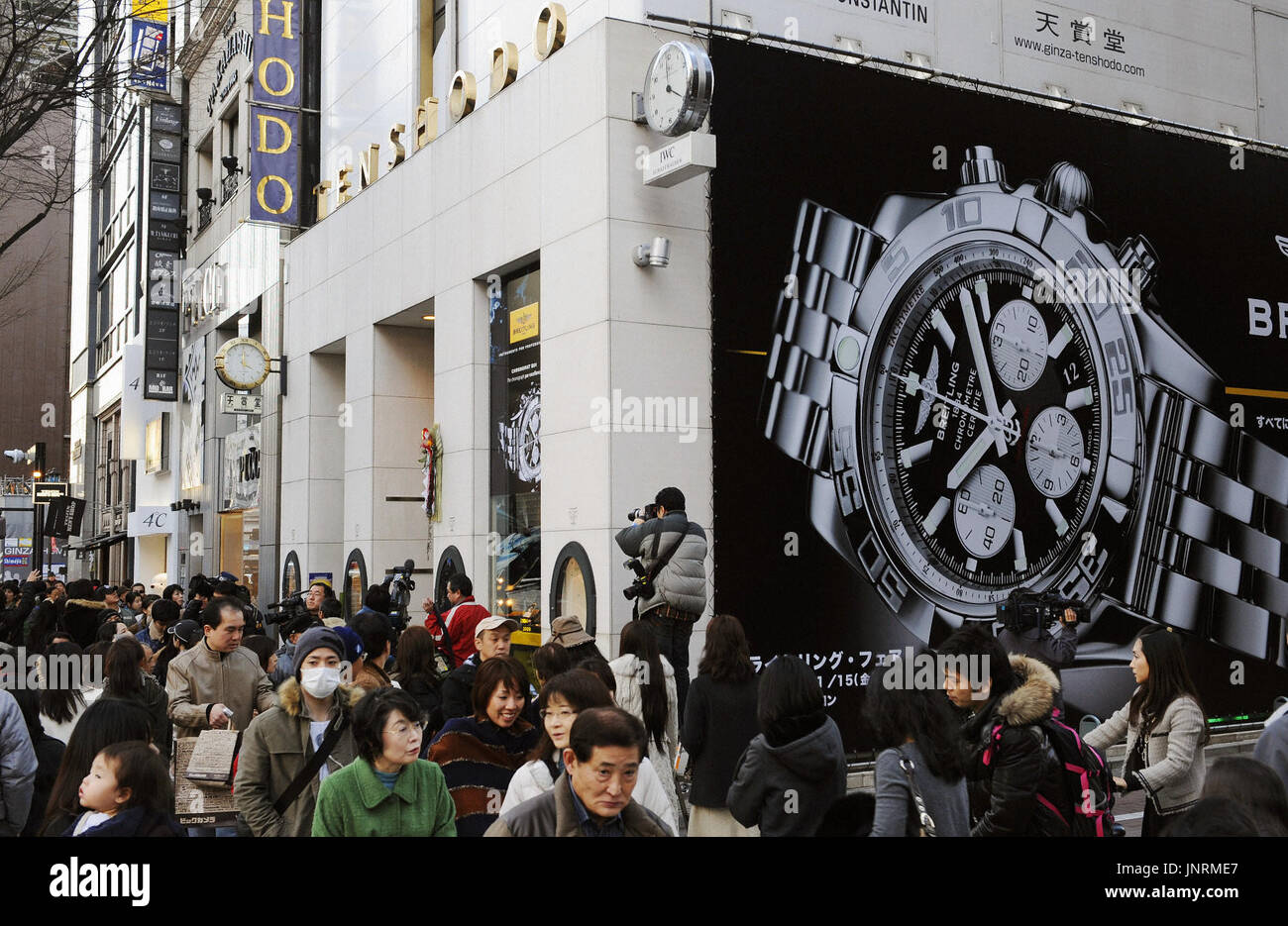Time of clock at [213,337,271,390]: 4:00
